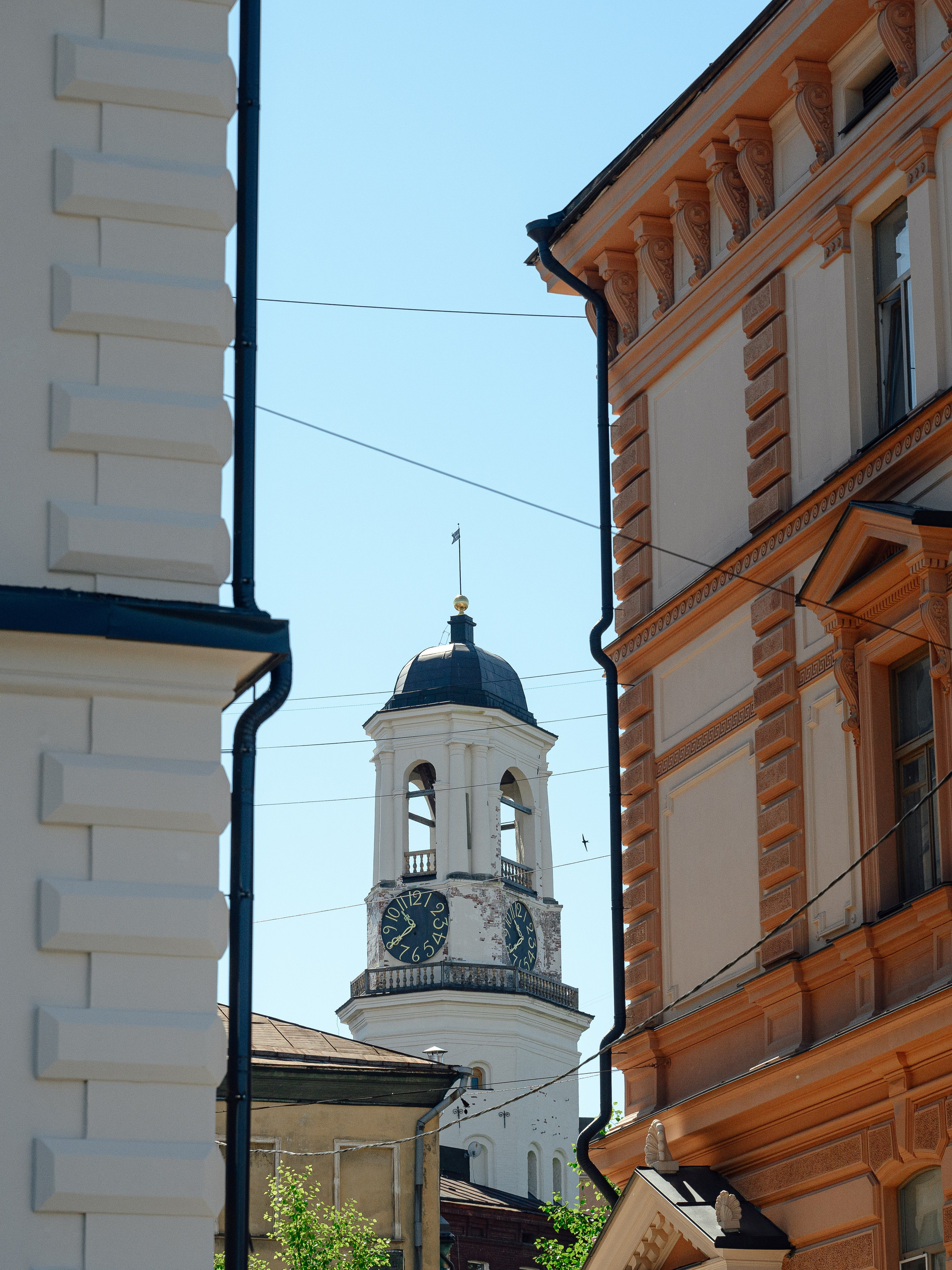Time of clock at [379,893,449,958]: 10:39
